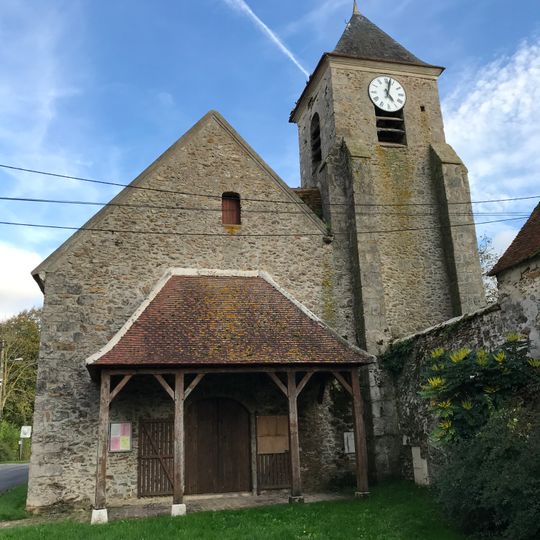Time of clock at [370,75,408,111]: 5:02
